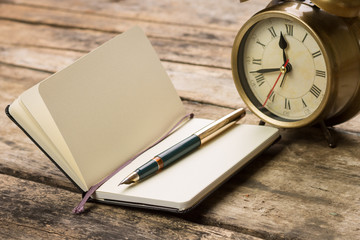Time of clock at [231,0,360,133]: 11:42
